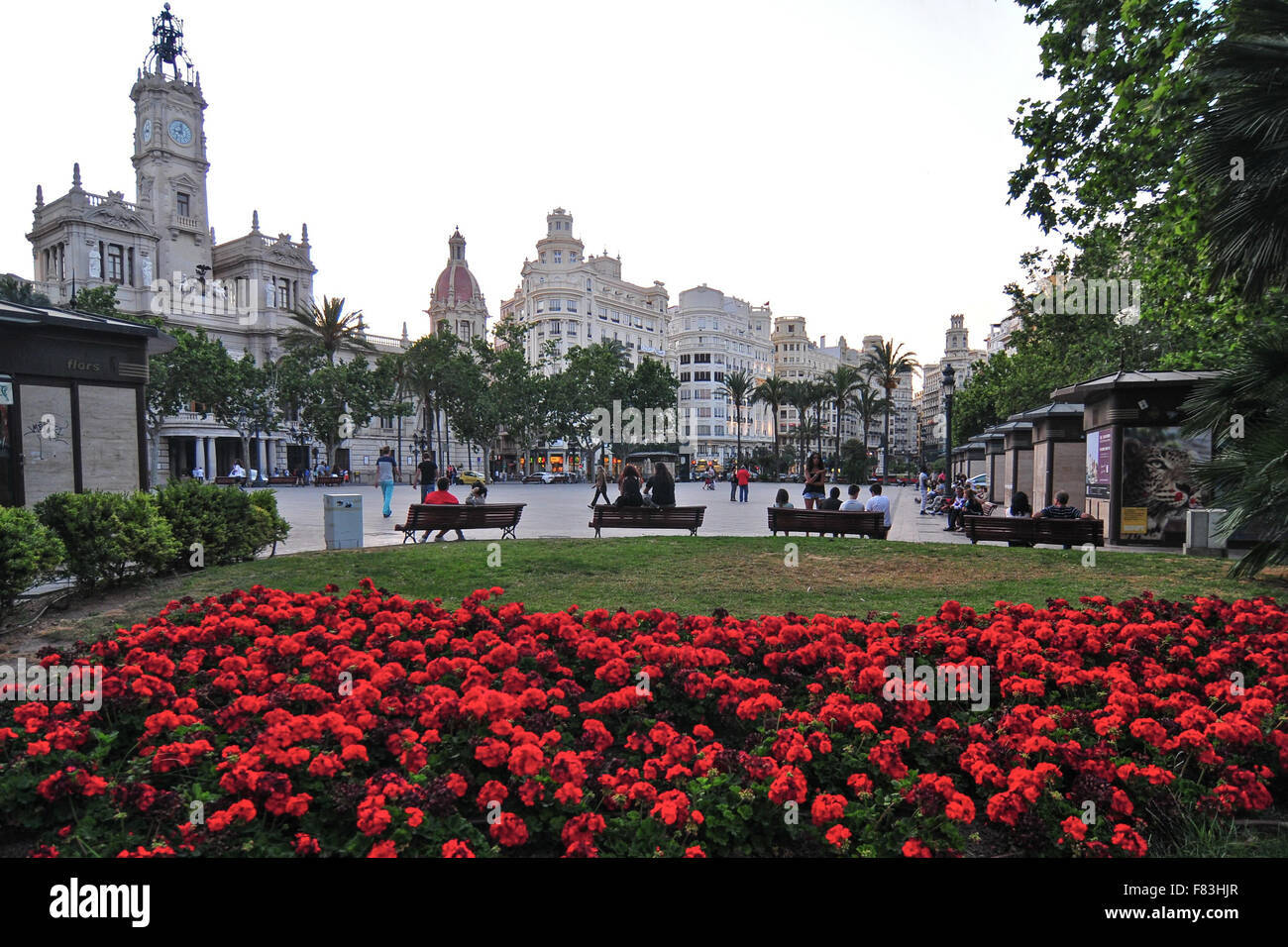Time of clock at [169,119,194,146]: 9:01
